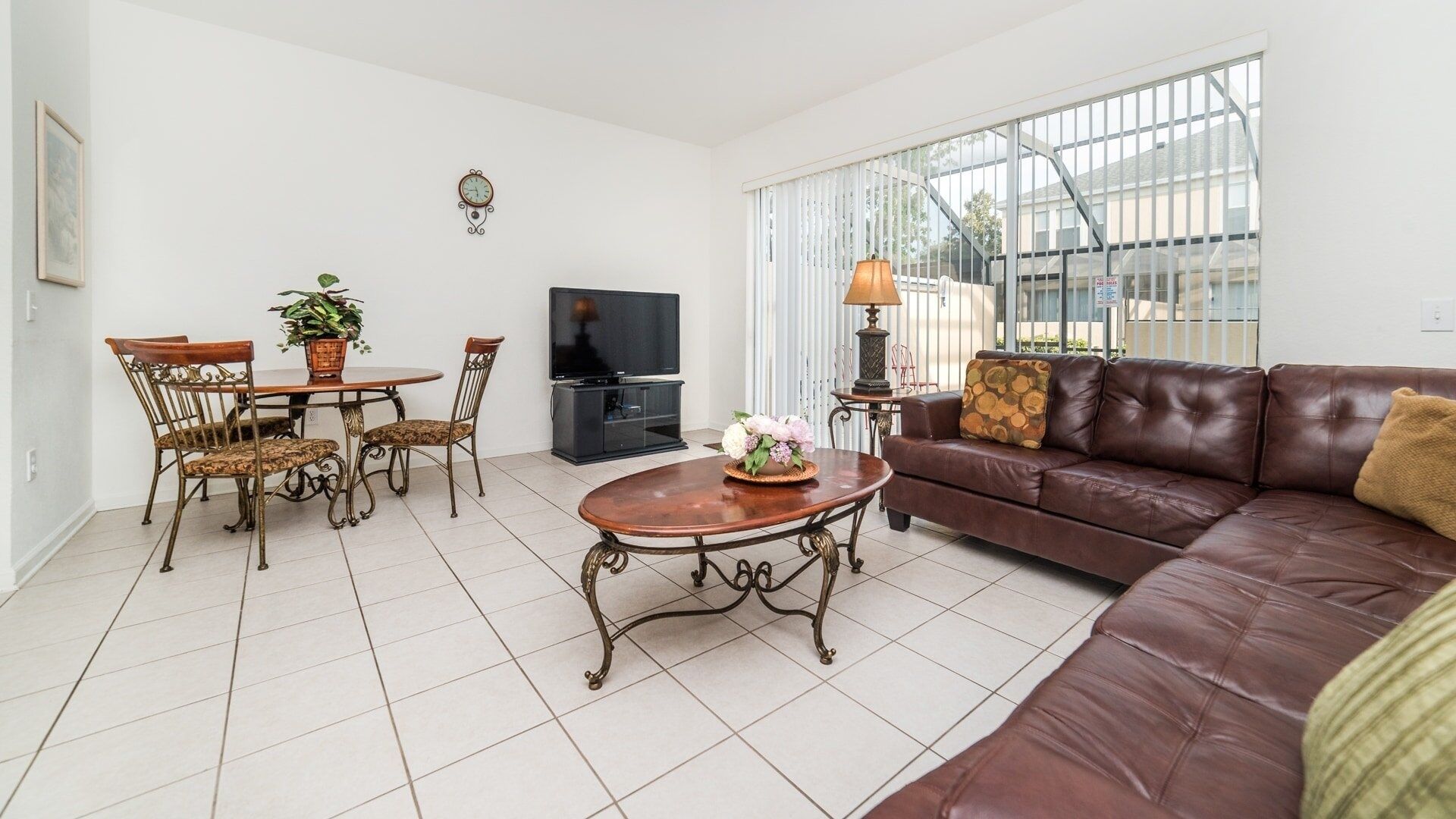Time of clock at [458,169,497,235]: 5:44
